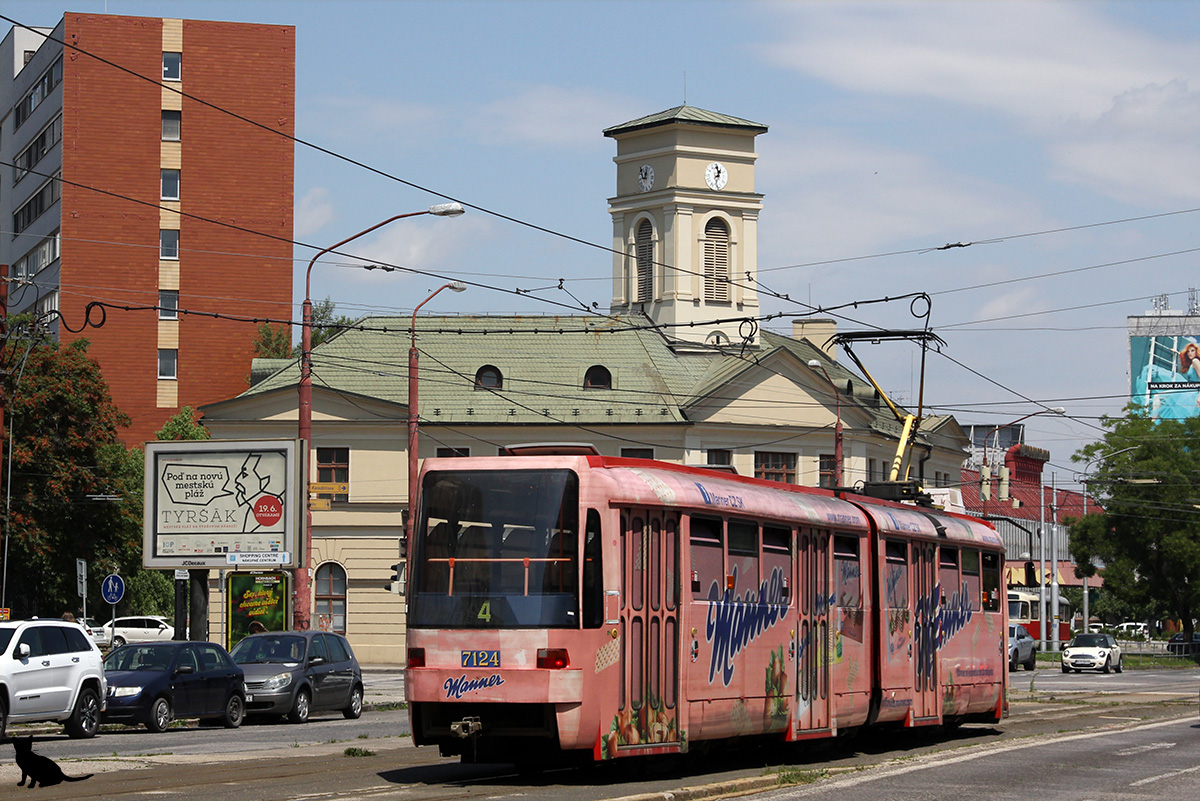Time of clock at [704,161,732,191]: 12:59
